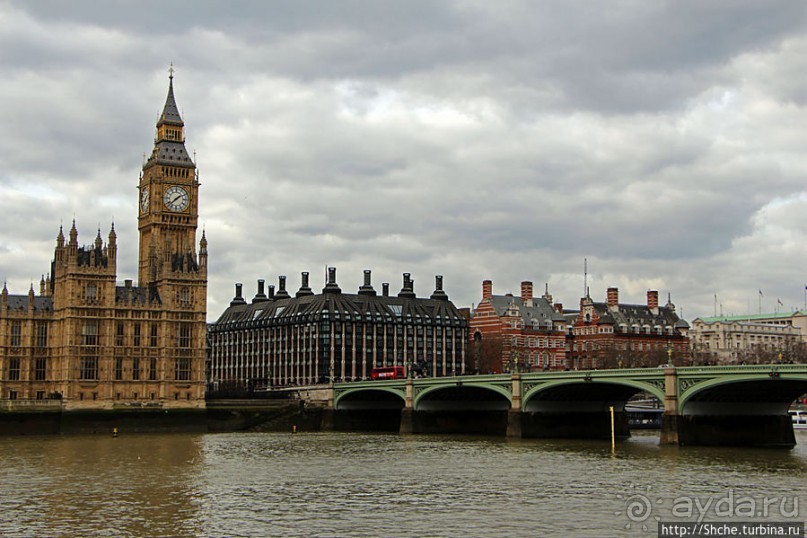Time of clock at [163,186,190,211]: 1:37
